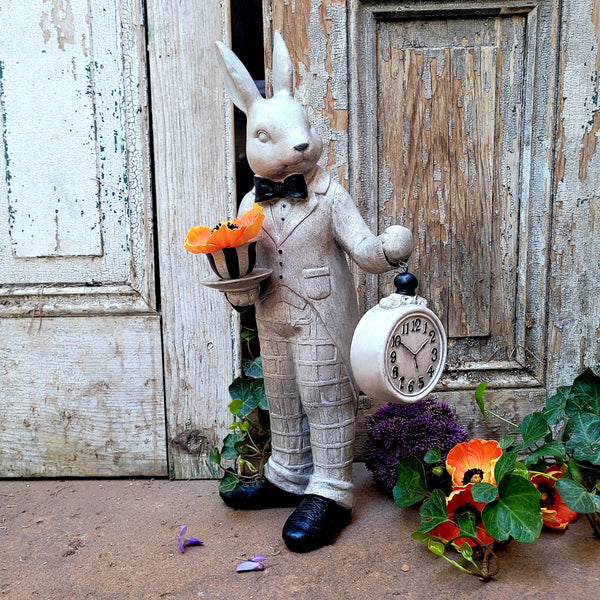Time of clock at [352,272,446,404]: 1:50
